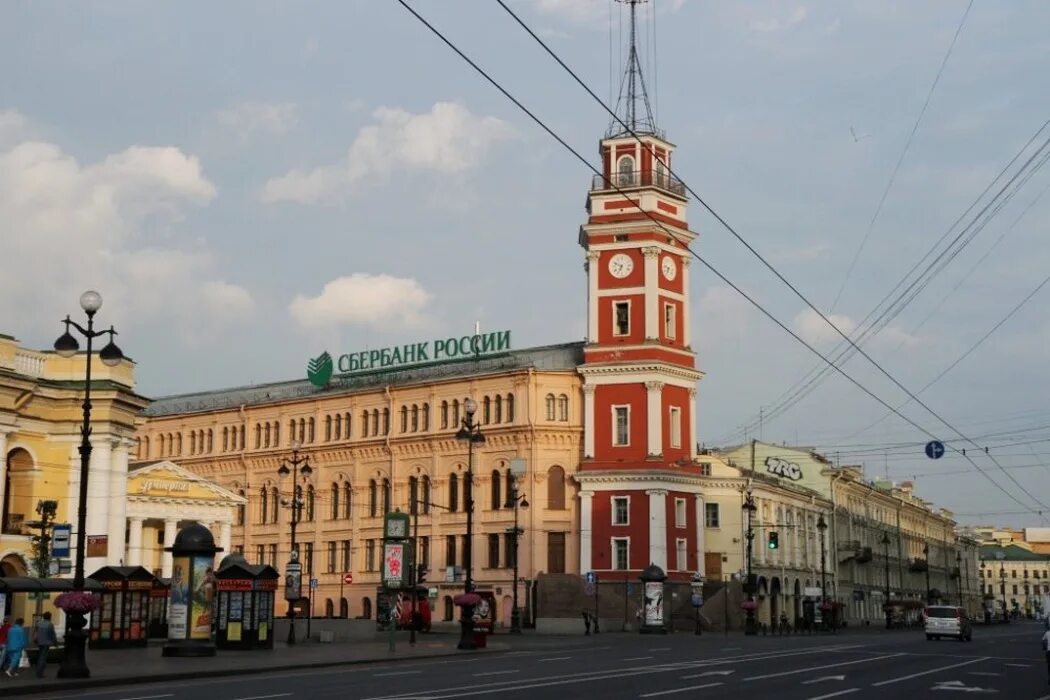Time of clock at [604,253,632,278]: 6:48
